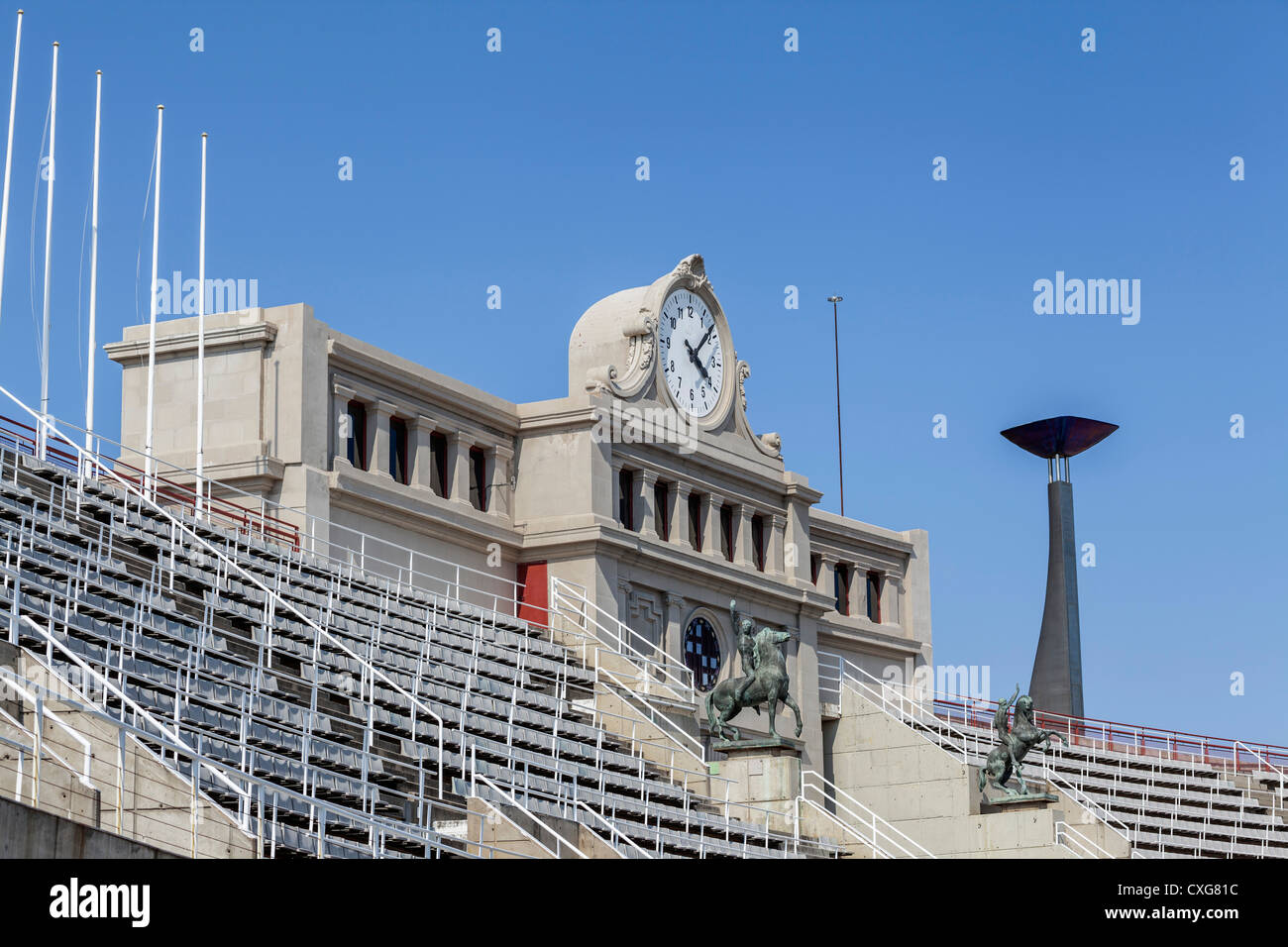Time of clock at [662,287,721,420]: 4:07
